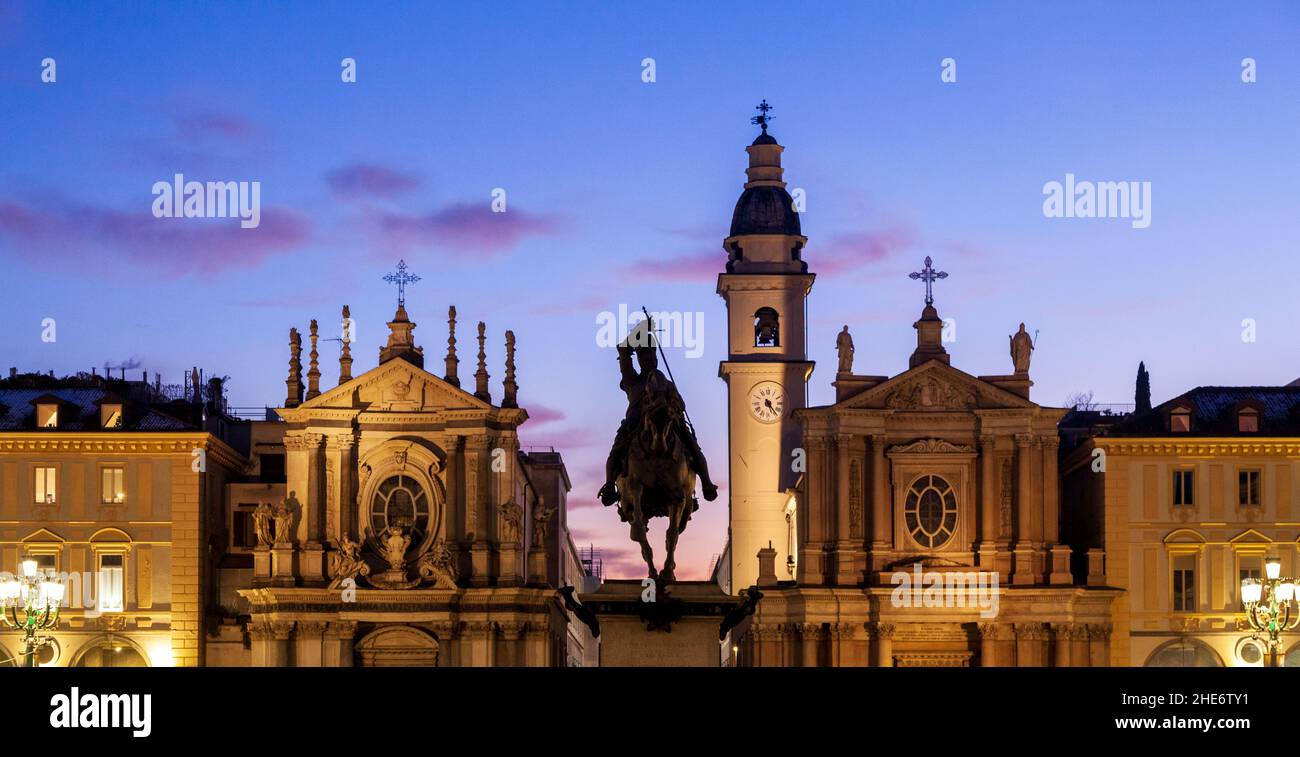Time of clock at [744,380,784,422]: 5:23
